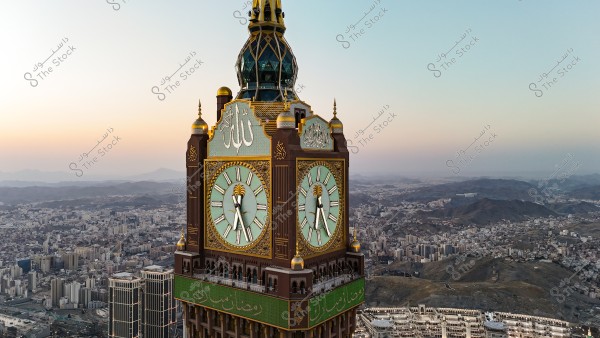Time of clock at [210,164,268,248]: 6:26
